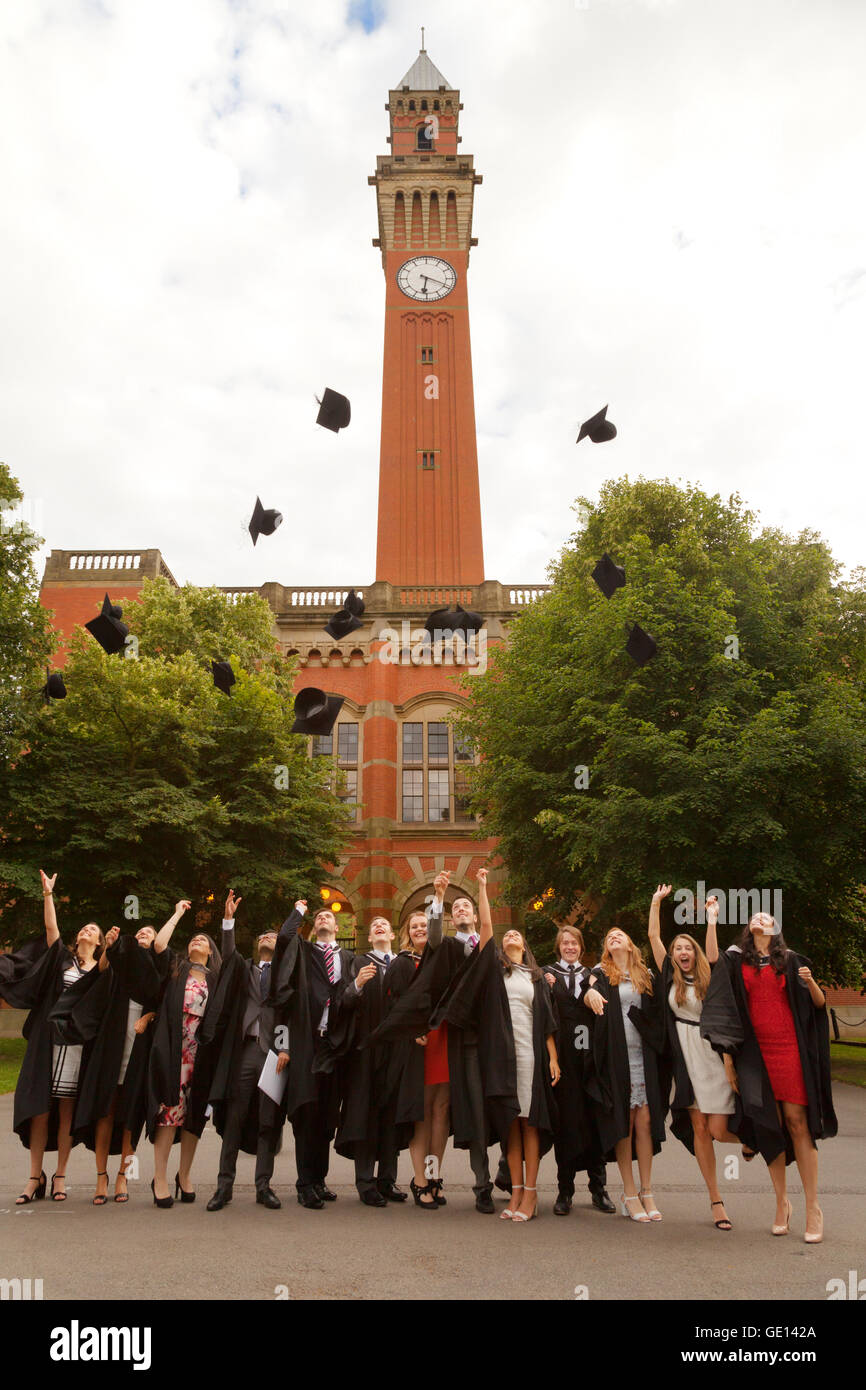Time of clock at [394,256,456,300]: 6:19
